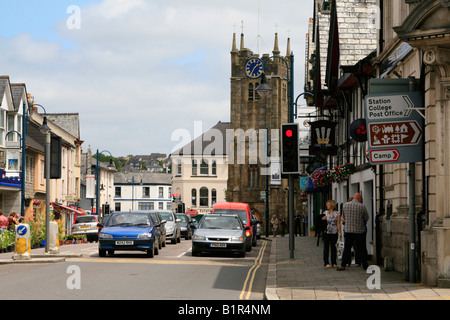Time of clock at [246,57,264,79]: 1:35
